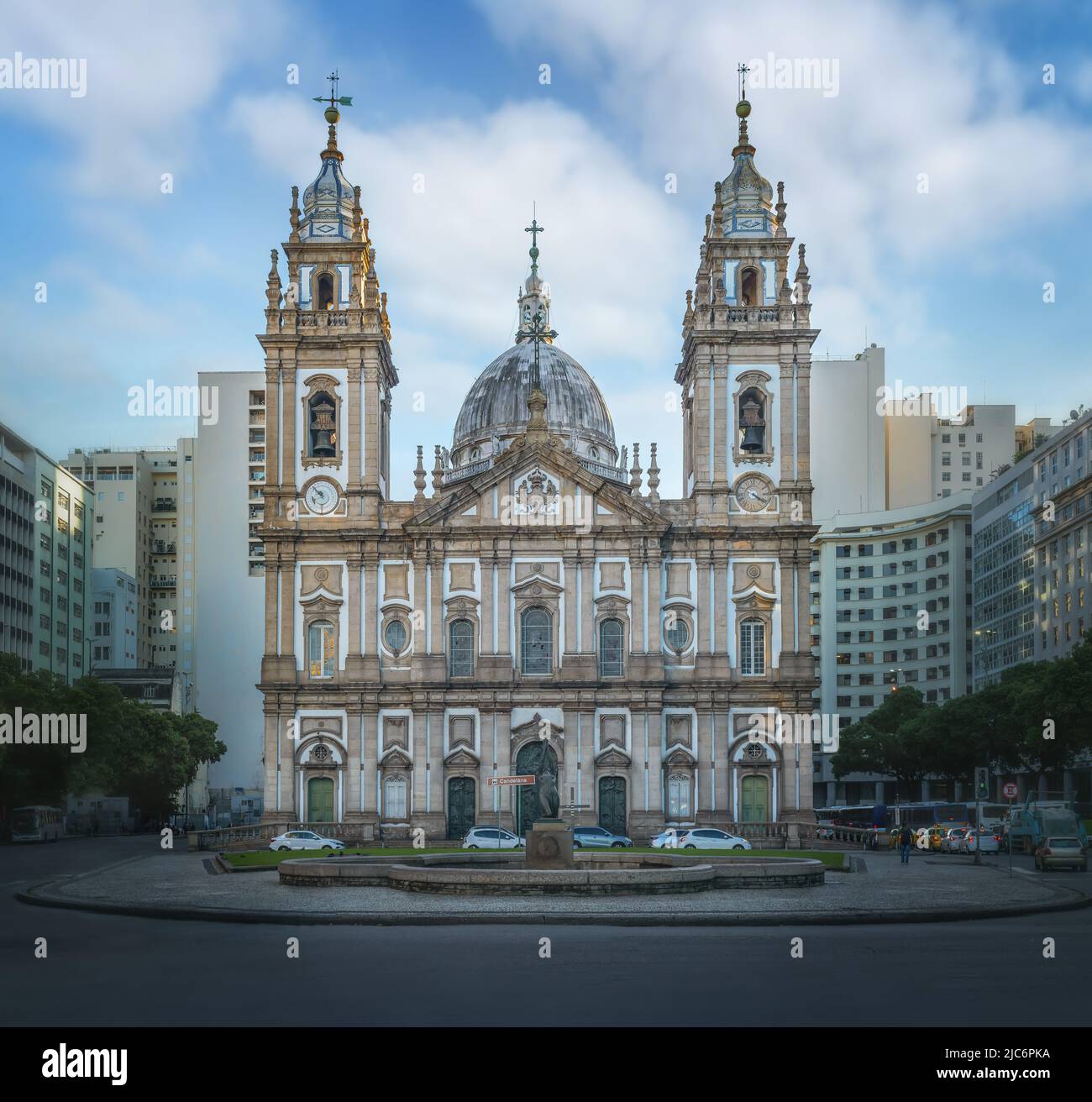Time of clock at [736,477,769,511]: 4:20
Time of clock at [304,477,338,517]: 8:52
